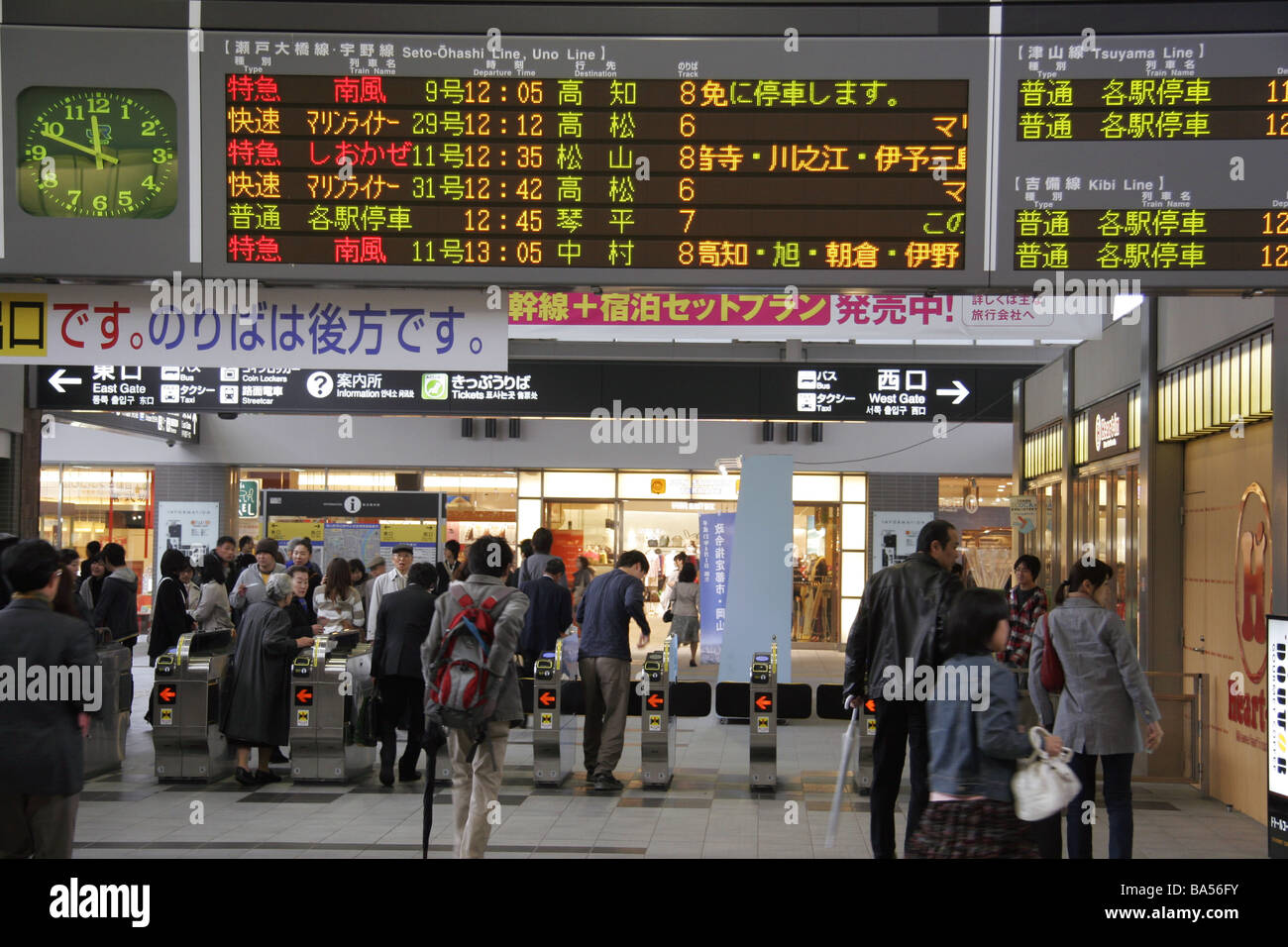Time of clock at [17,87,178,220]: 11:48
